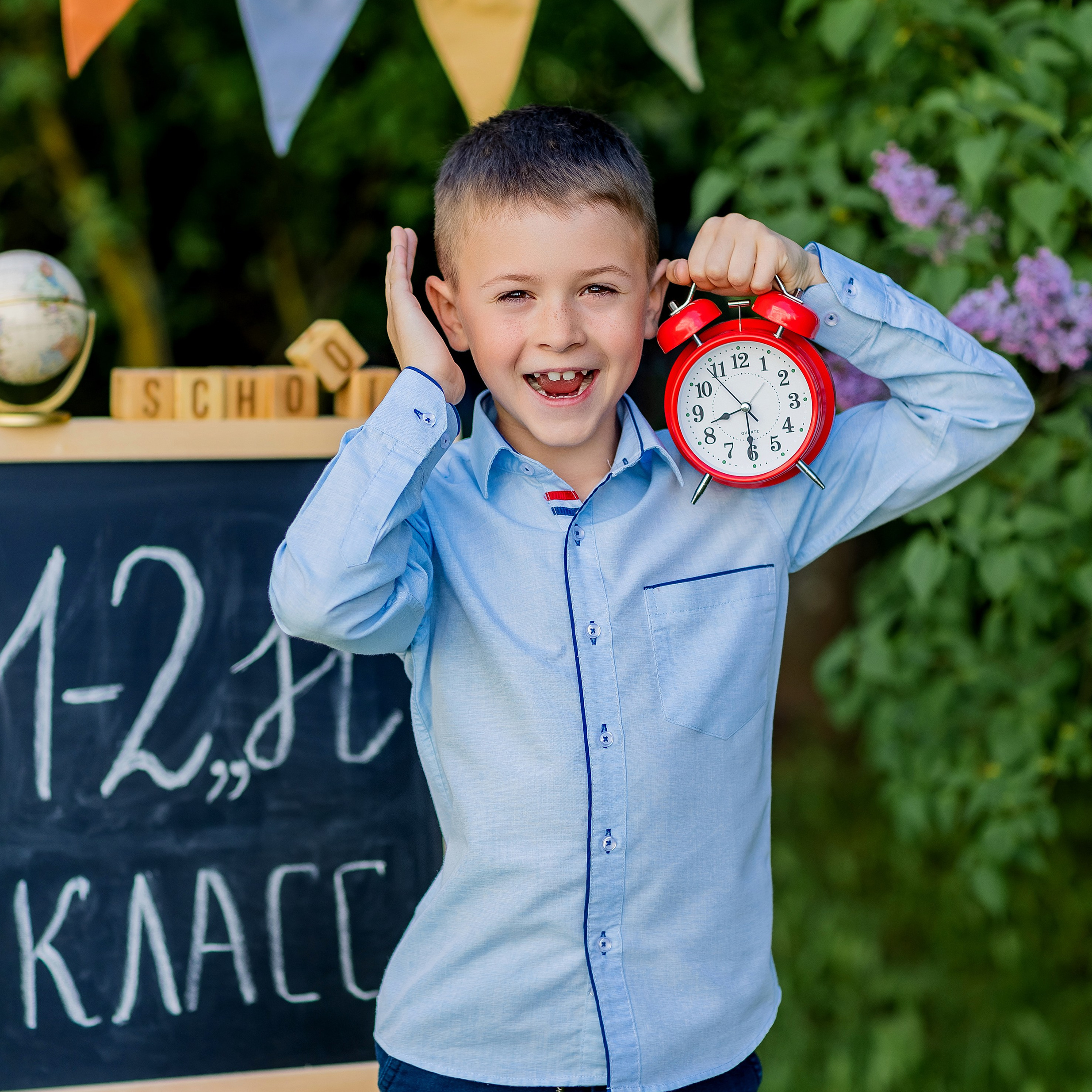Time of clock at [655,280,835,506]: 8:30
